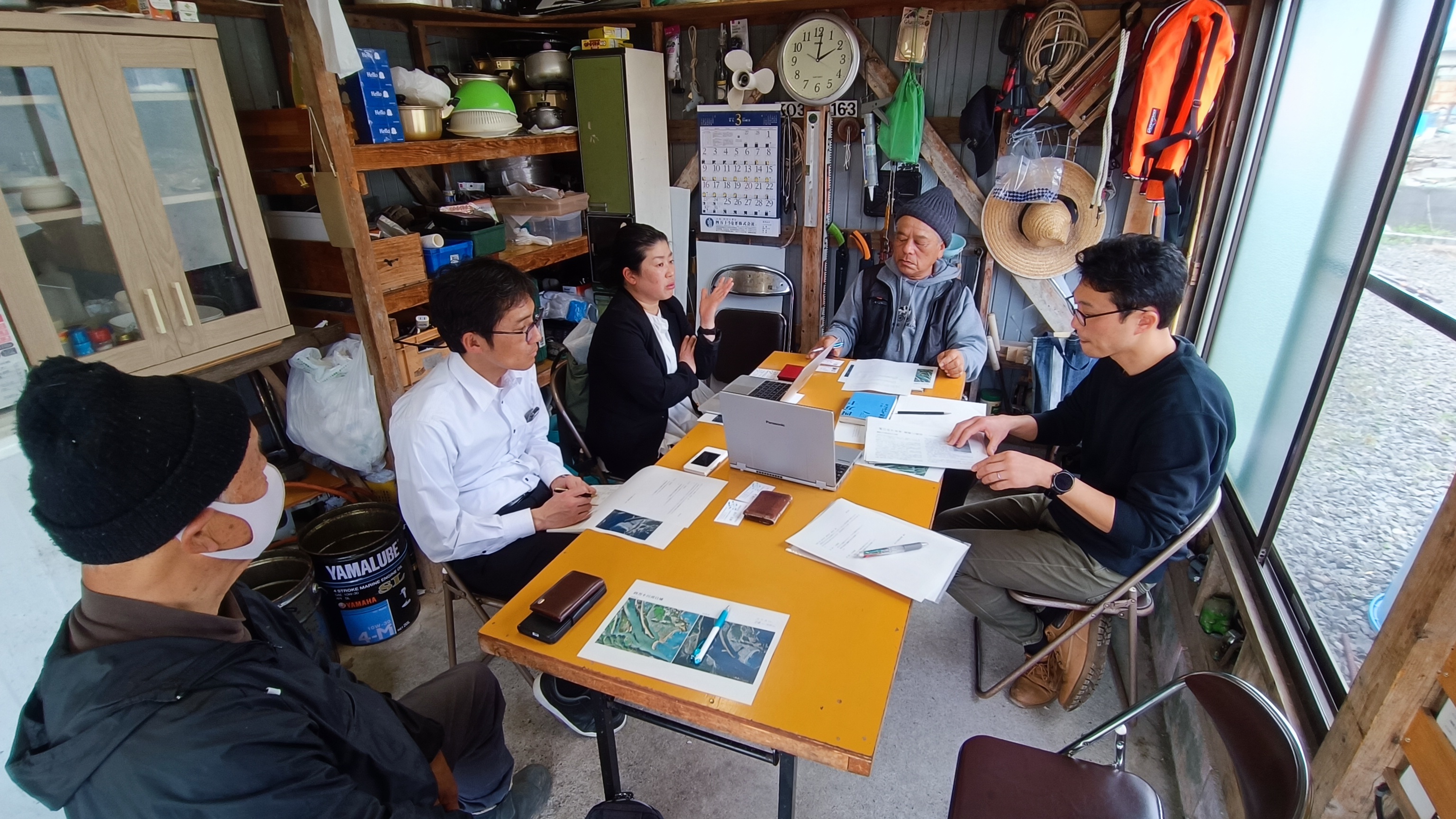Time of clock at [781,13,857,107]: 2:01
